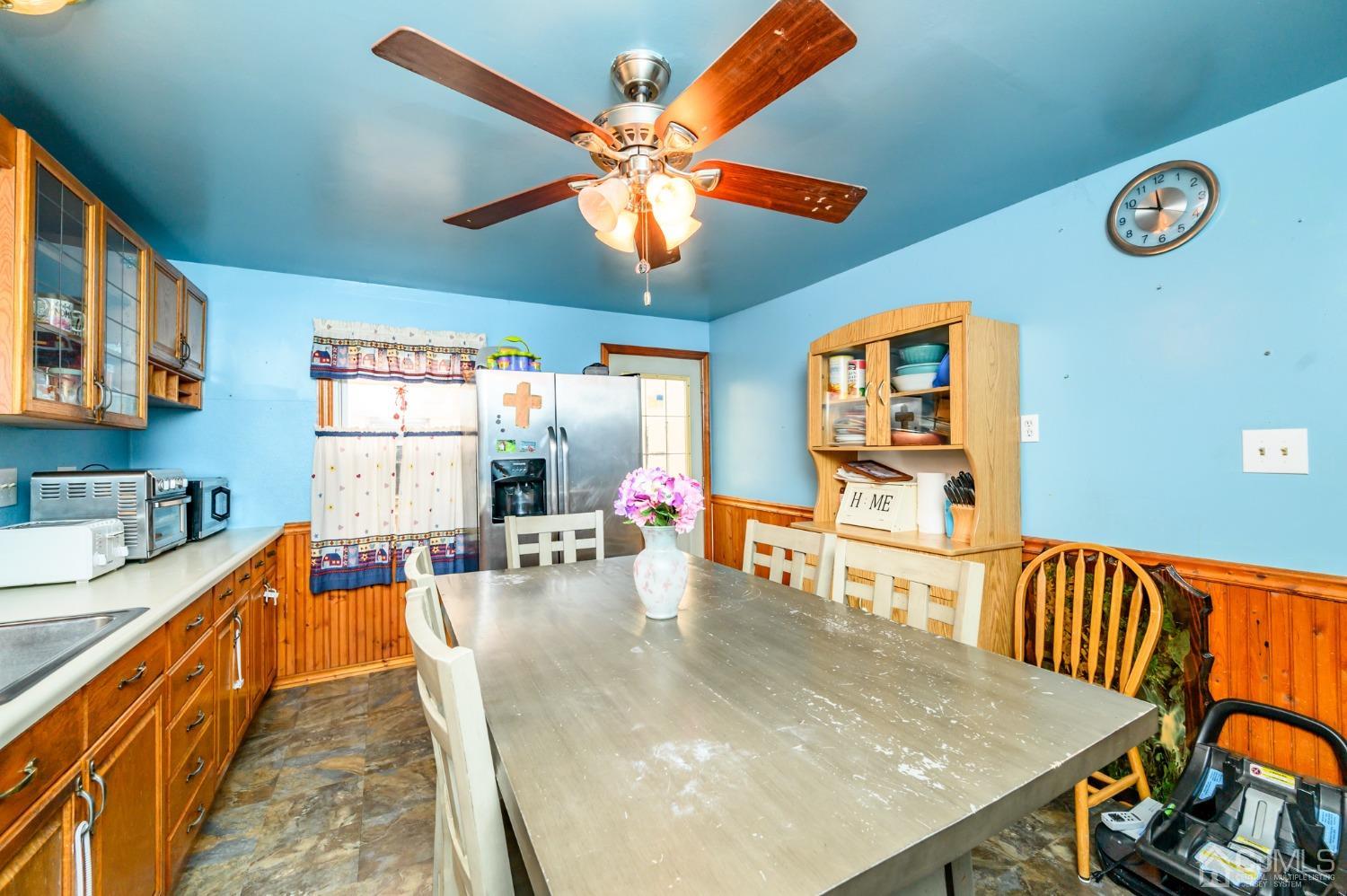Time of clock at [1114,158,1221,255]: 11:48
